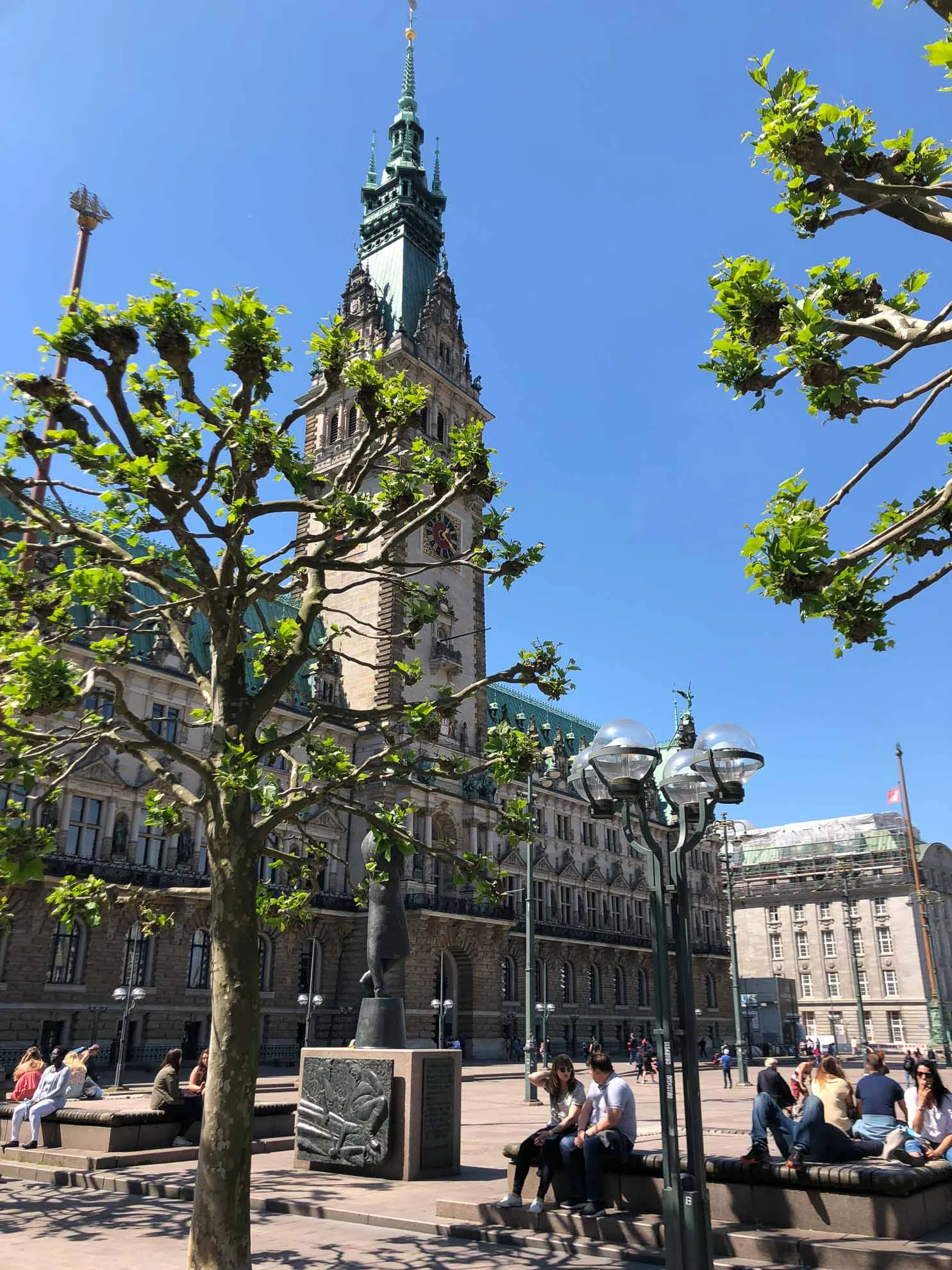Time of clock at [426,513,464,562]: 1:22
